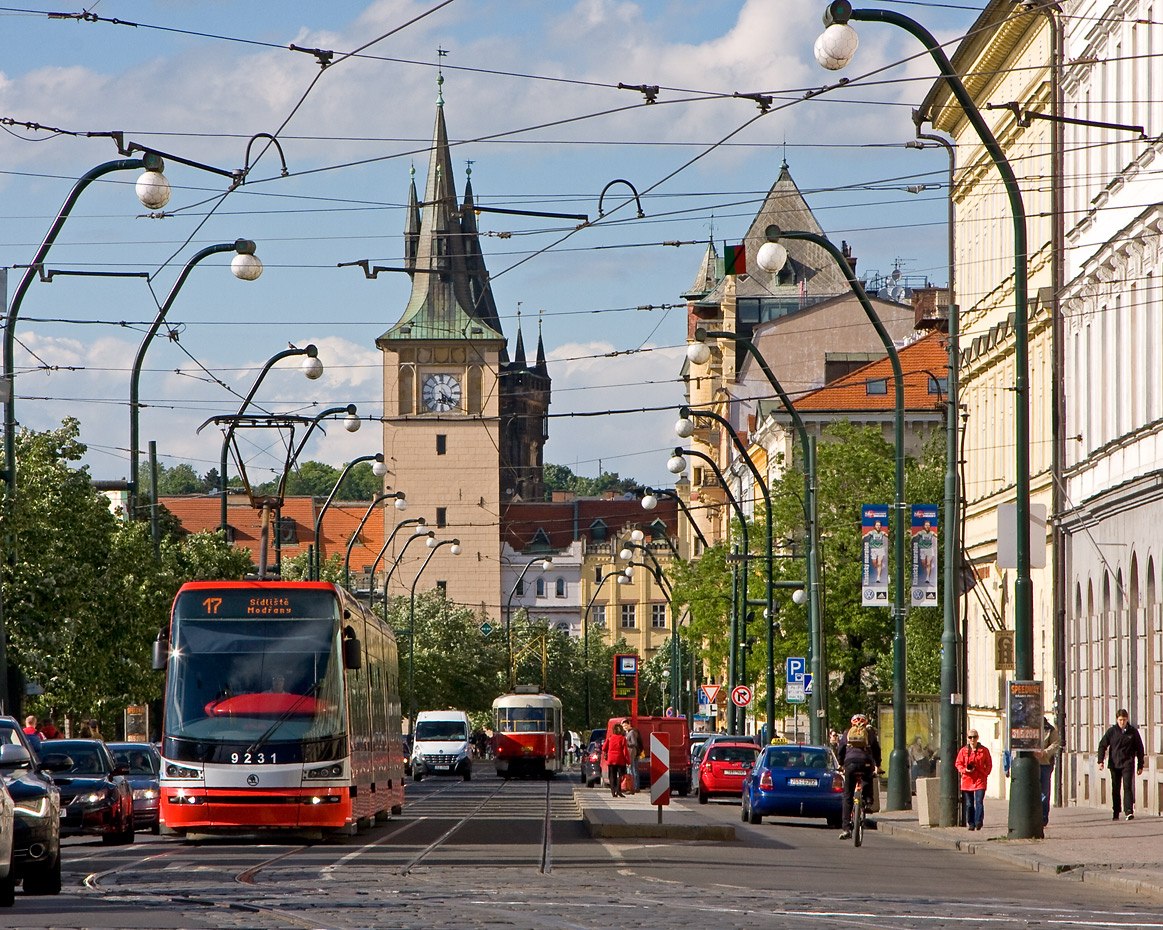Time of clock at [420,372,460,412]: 5:21
